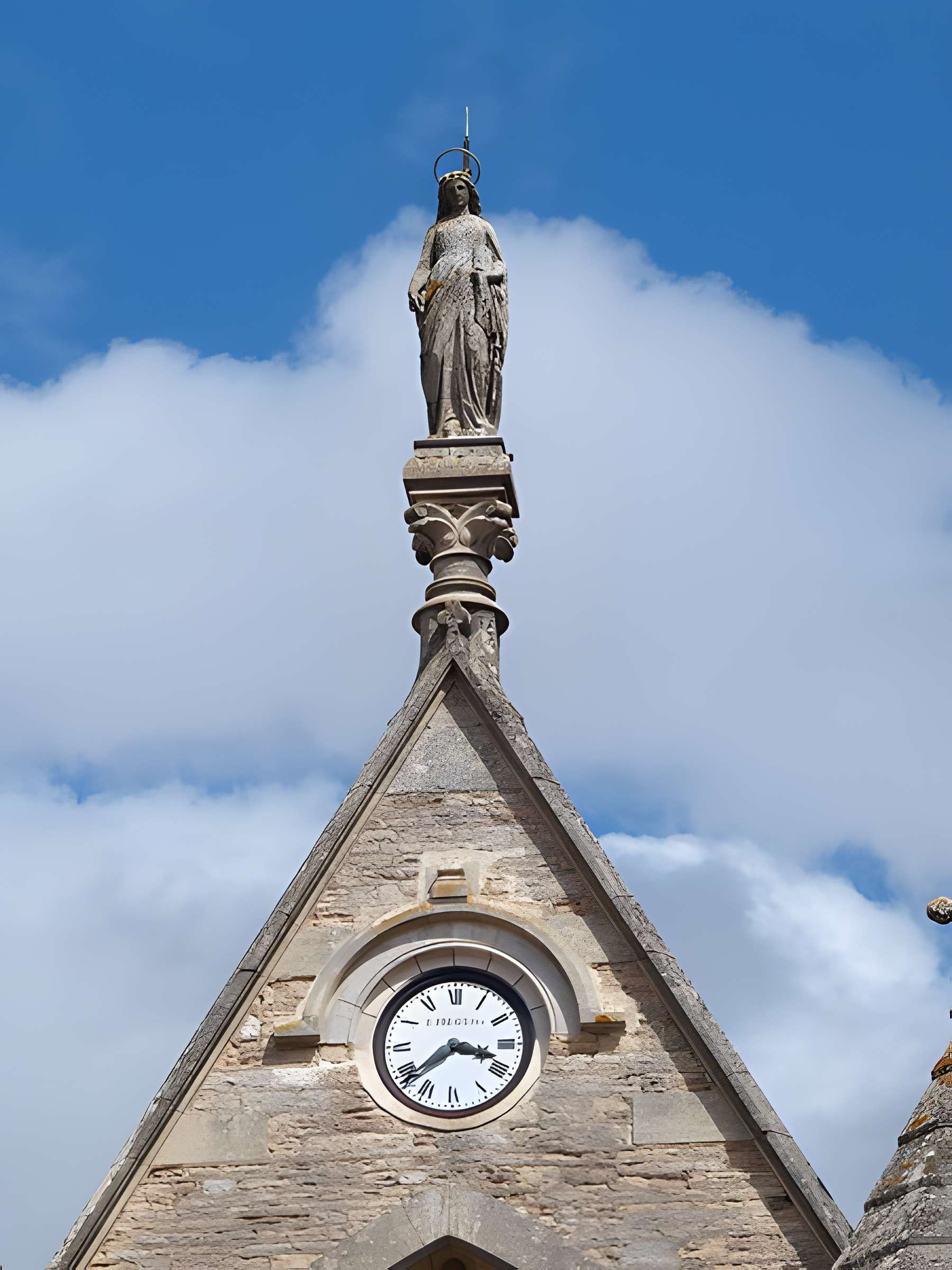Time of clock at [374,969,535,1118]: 3:38
